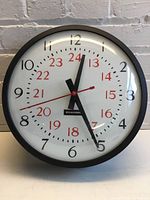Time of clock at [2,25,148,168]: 12:25
